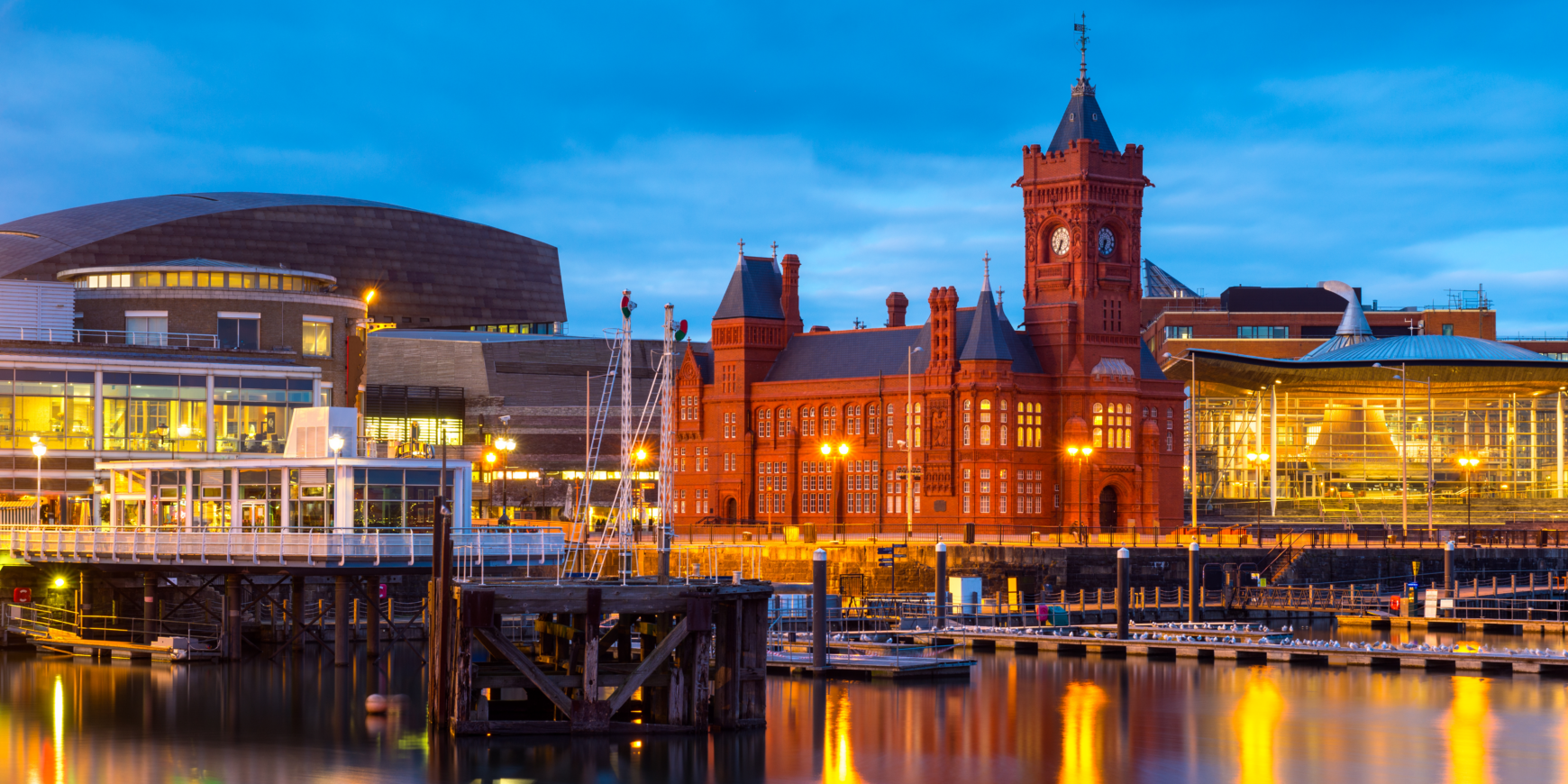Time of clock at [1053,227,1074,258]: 6:34
